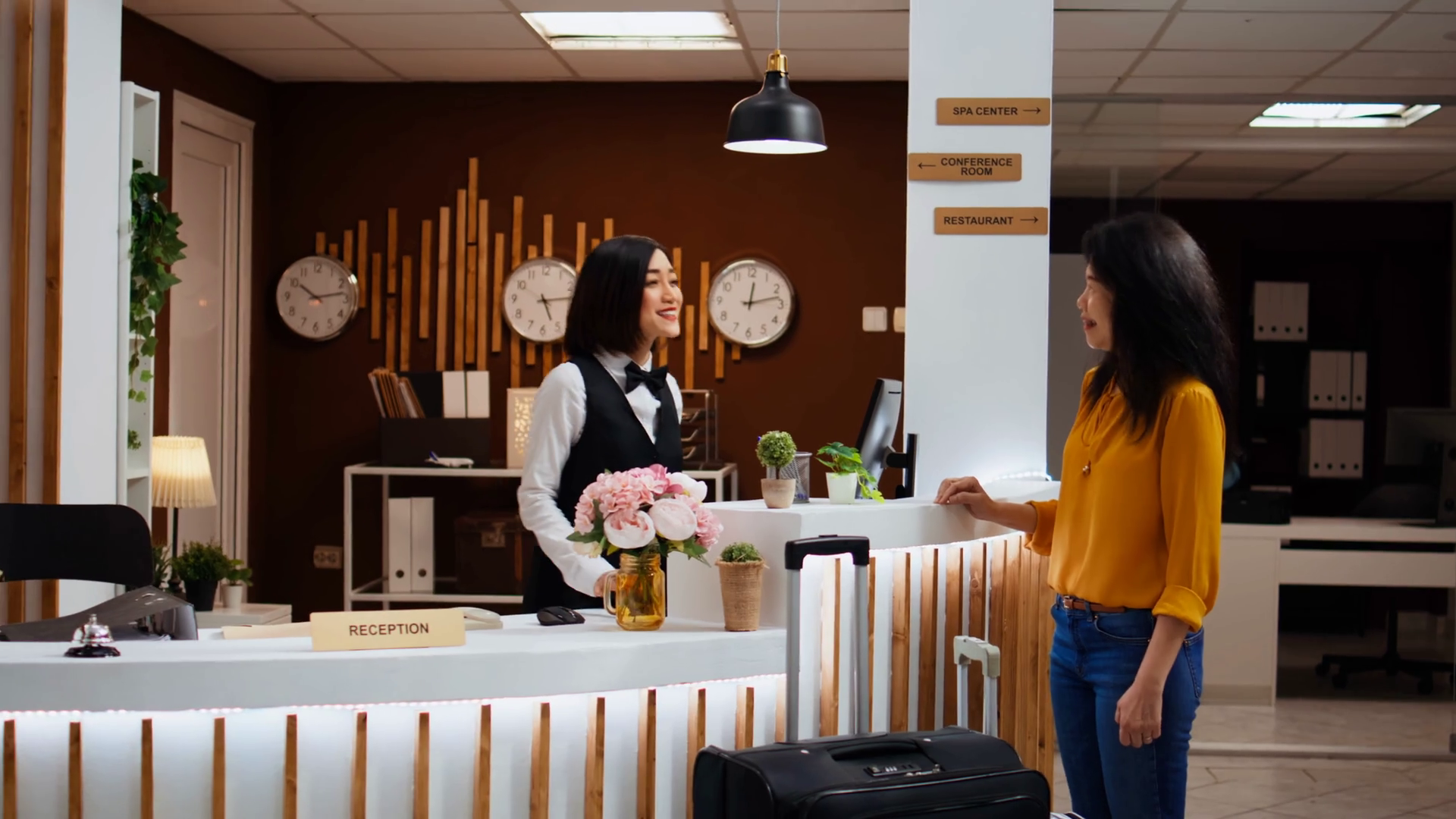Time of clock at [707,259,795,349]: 12:12
